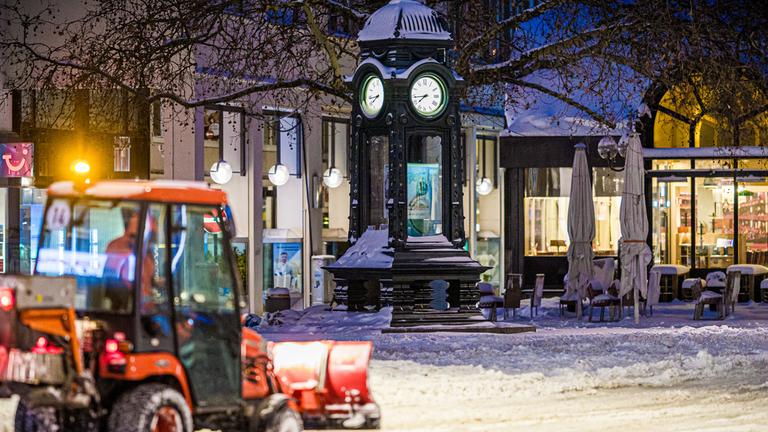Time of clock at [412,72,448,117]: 7:43
